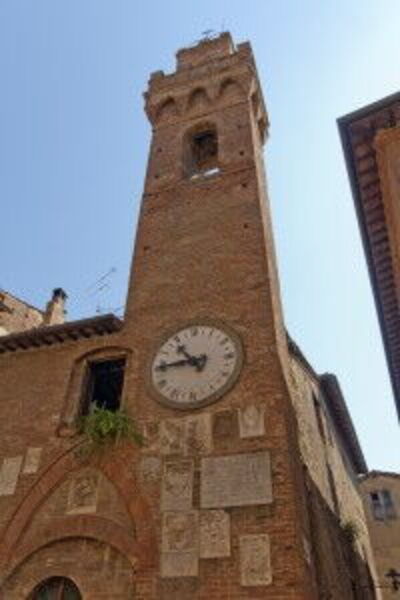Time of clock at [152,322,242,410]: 10:45
